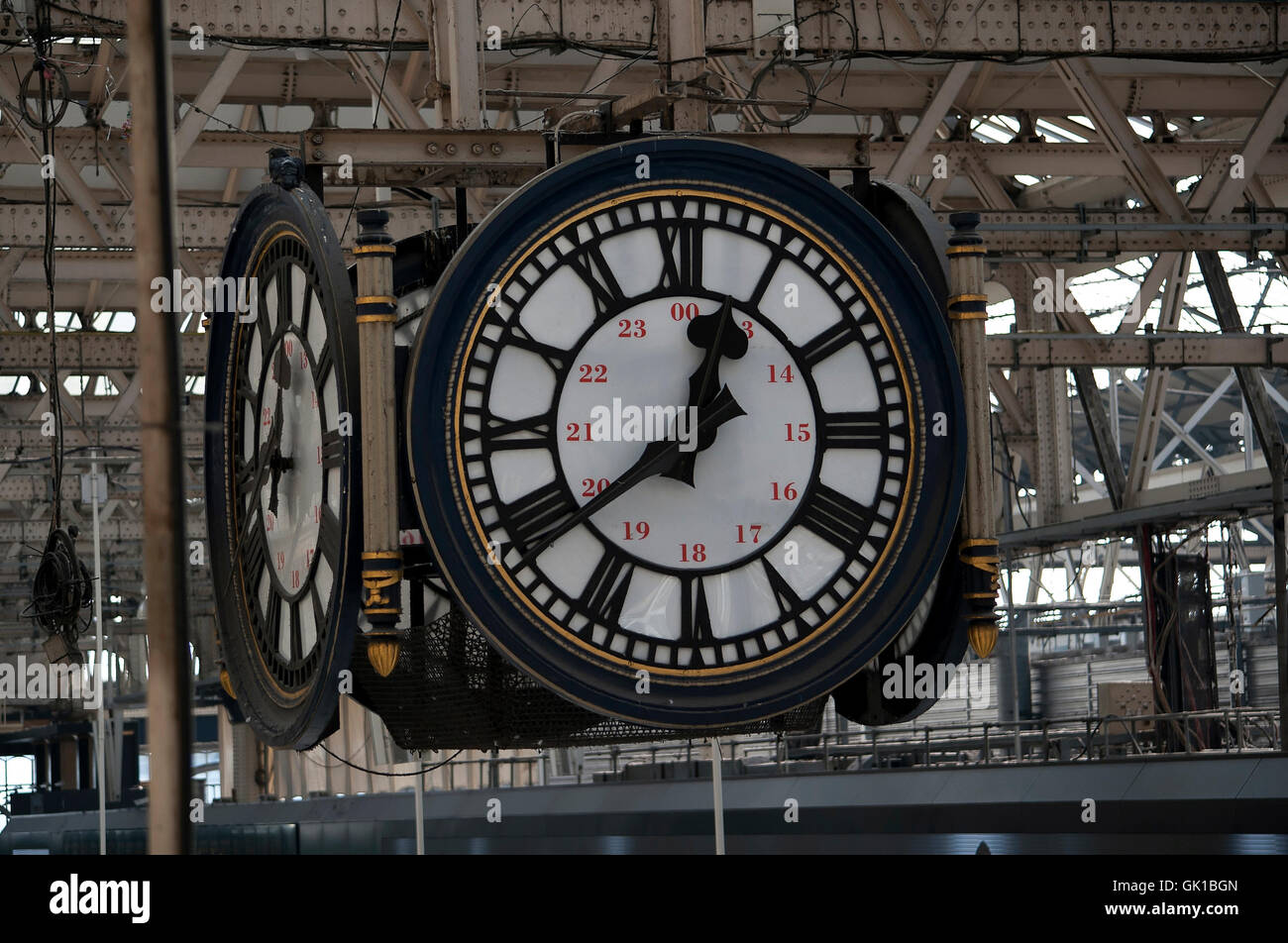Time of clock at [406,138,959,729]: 12:38
